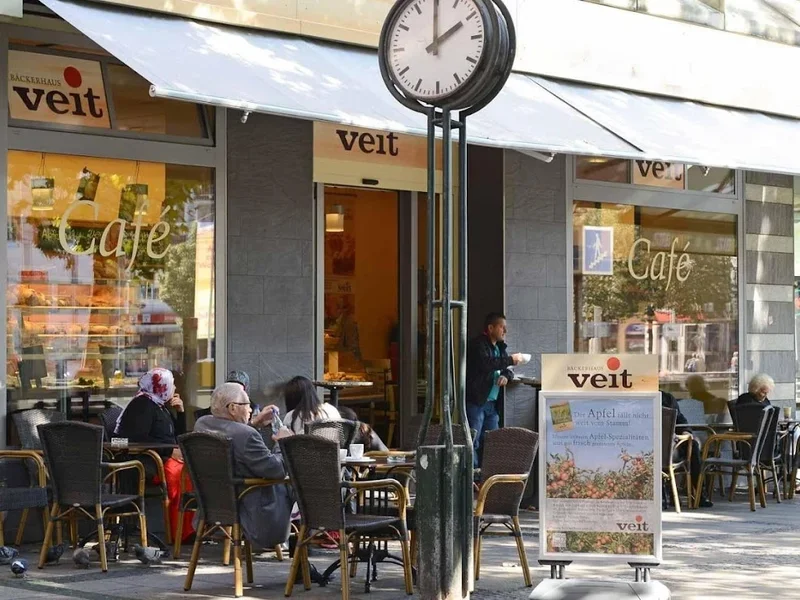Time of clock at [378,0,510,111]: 2:00
